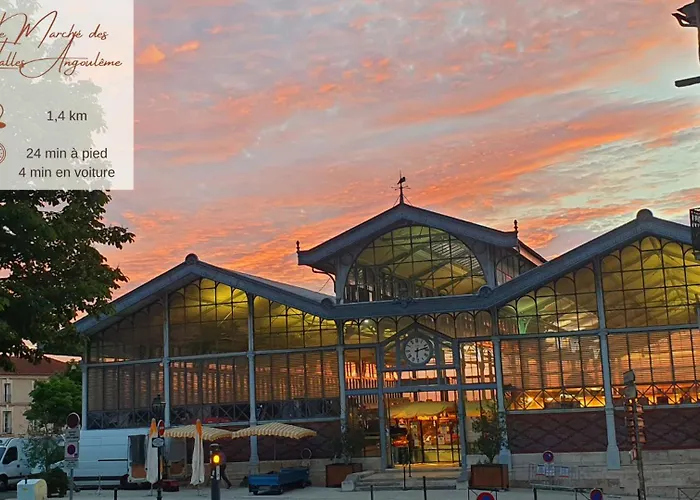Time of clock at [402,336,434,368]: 6:12
